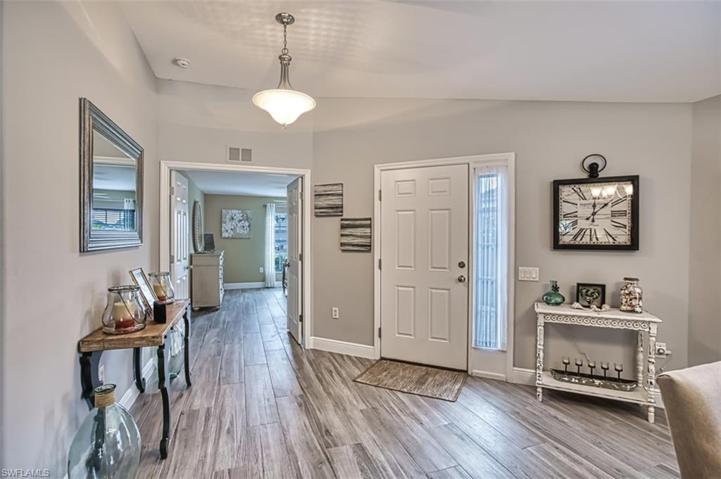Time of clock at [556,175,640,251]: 12:07
